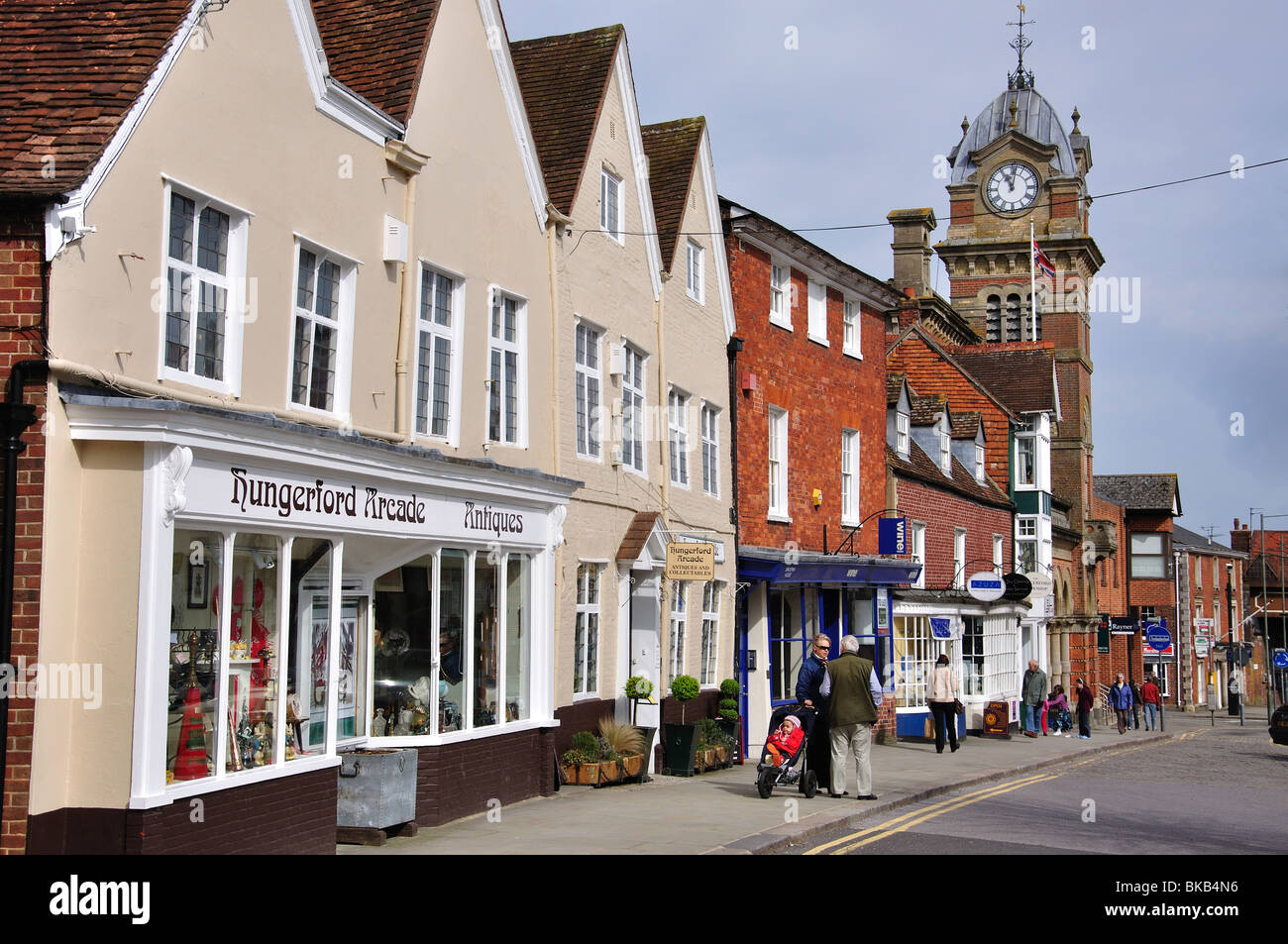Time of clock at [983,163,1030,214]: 11:01
